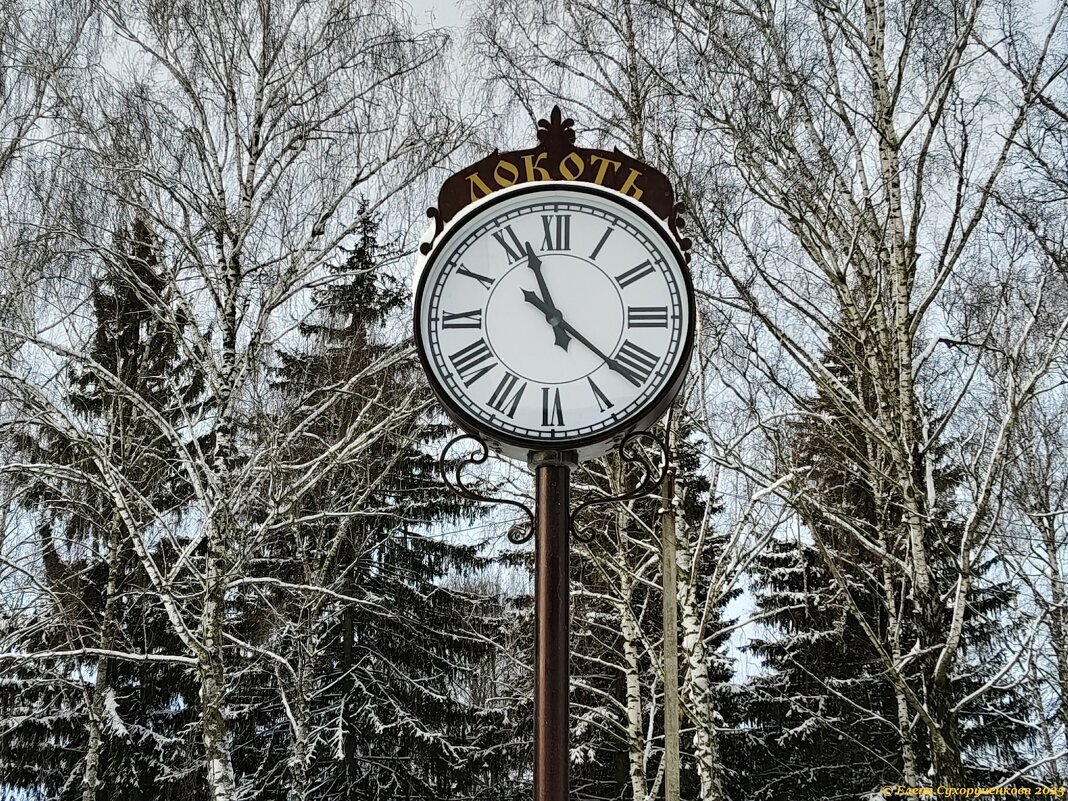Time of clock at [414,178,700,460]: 11:21
